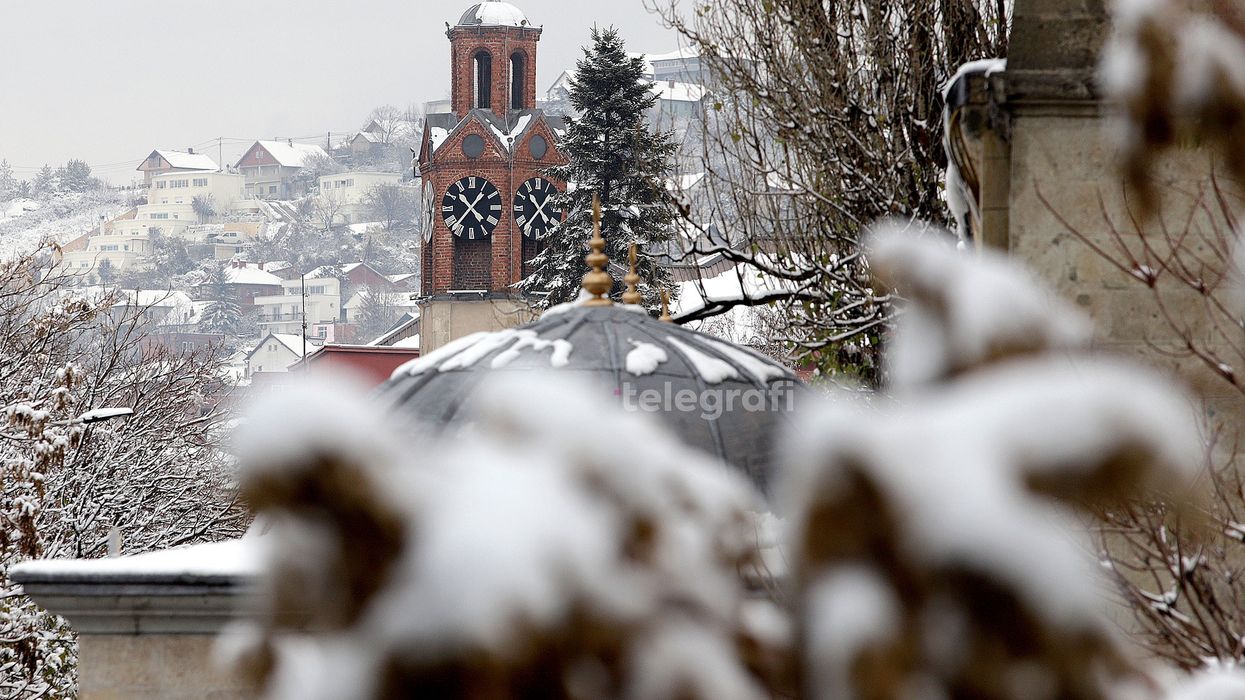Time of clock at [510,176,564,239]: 10:36
